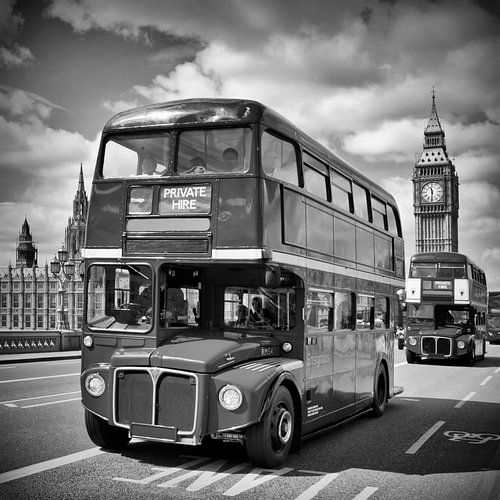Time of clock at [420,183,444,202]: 11:30
